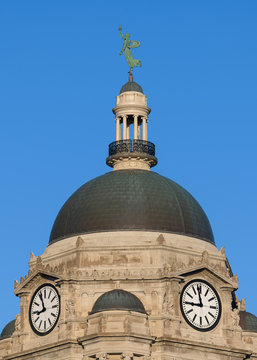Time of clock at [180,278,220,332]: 11:44
